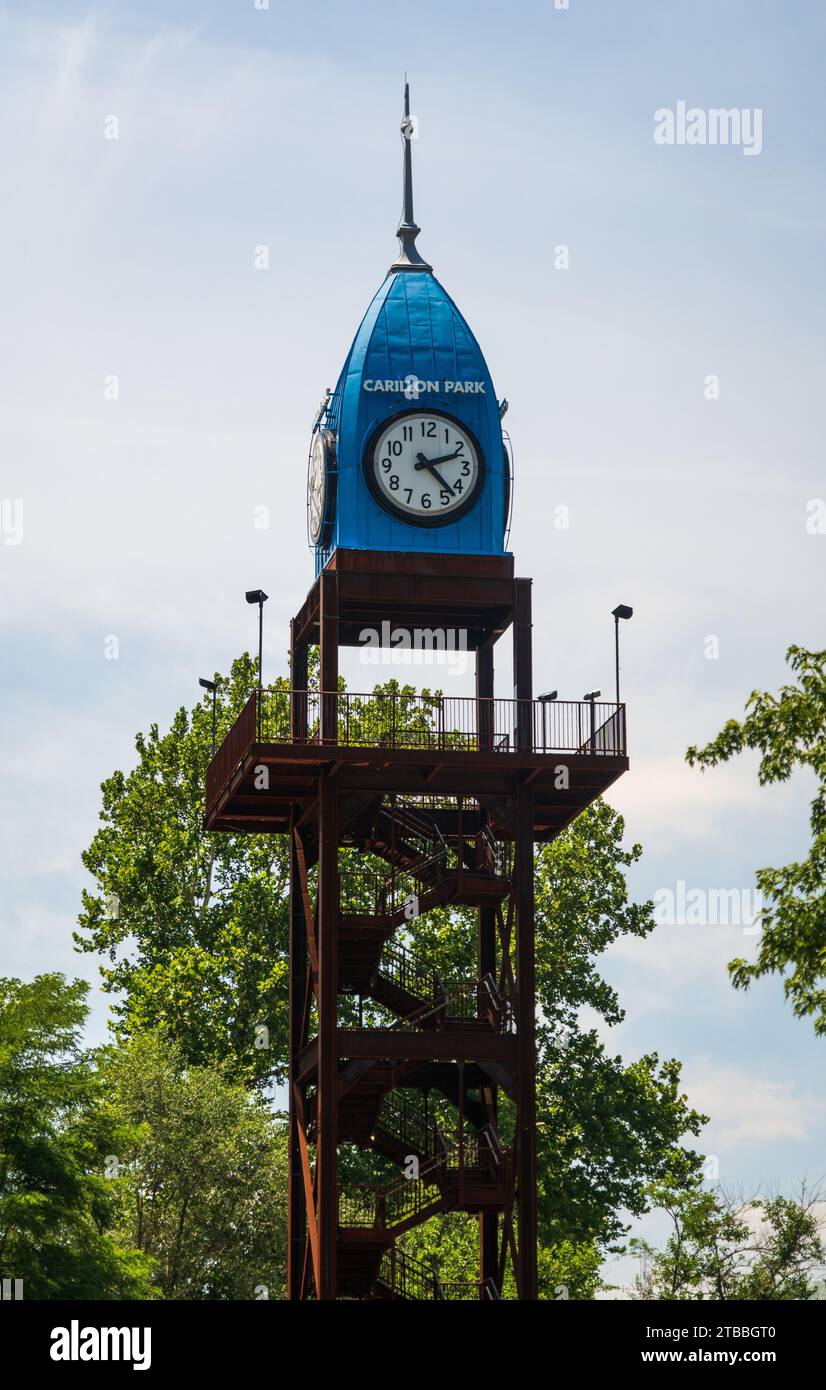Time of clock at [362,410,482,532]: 2:22
